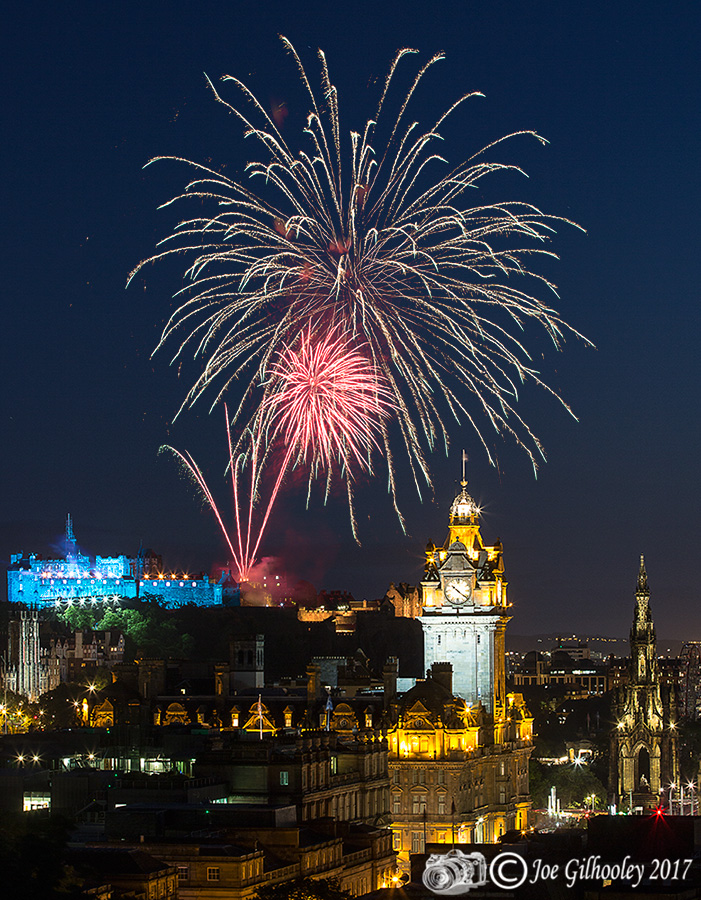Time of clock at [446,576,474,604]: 10:21
